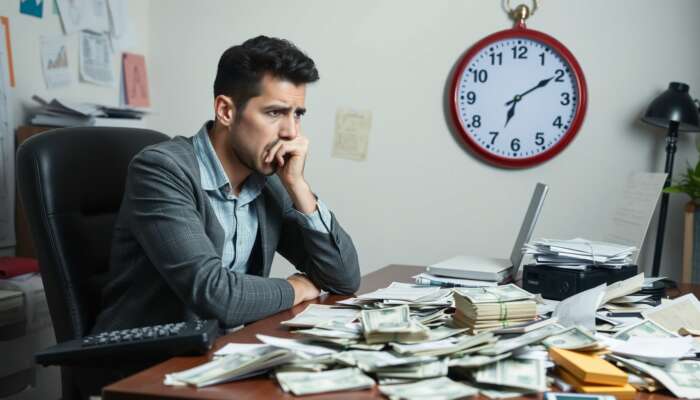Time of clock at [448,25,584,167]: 7:09
